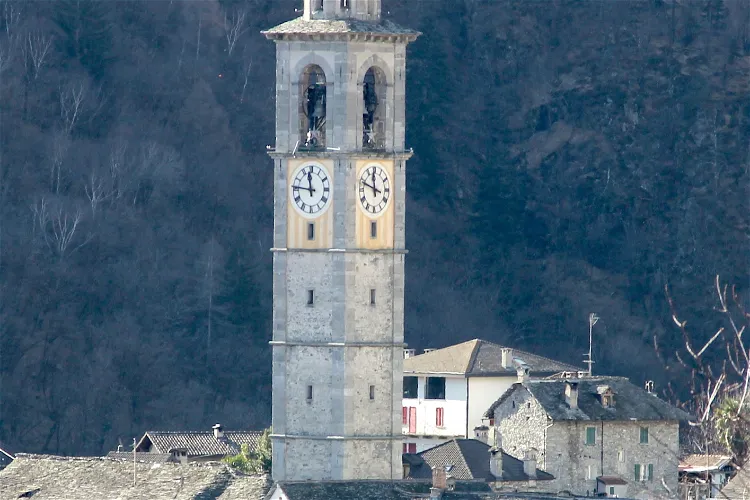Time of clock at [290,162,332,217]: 11:46
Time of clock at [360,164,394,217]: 11:48
